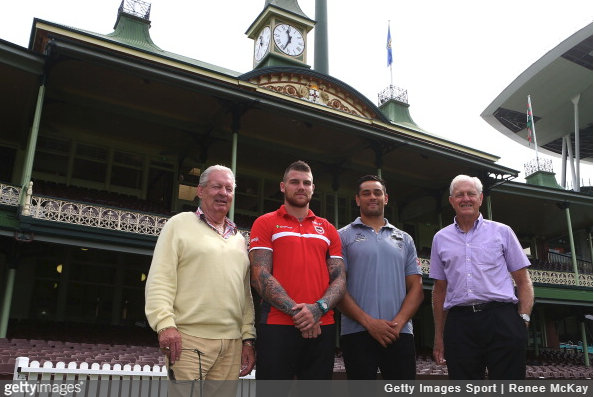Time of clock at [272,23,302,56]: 11:34
